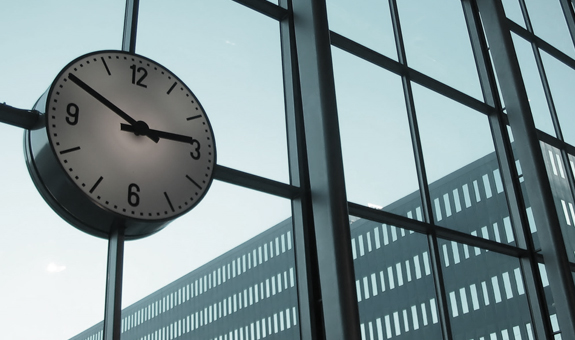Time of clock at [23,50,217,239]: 2:49
